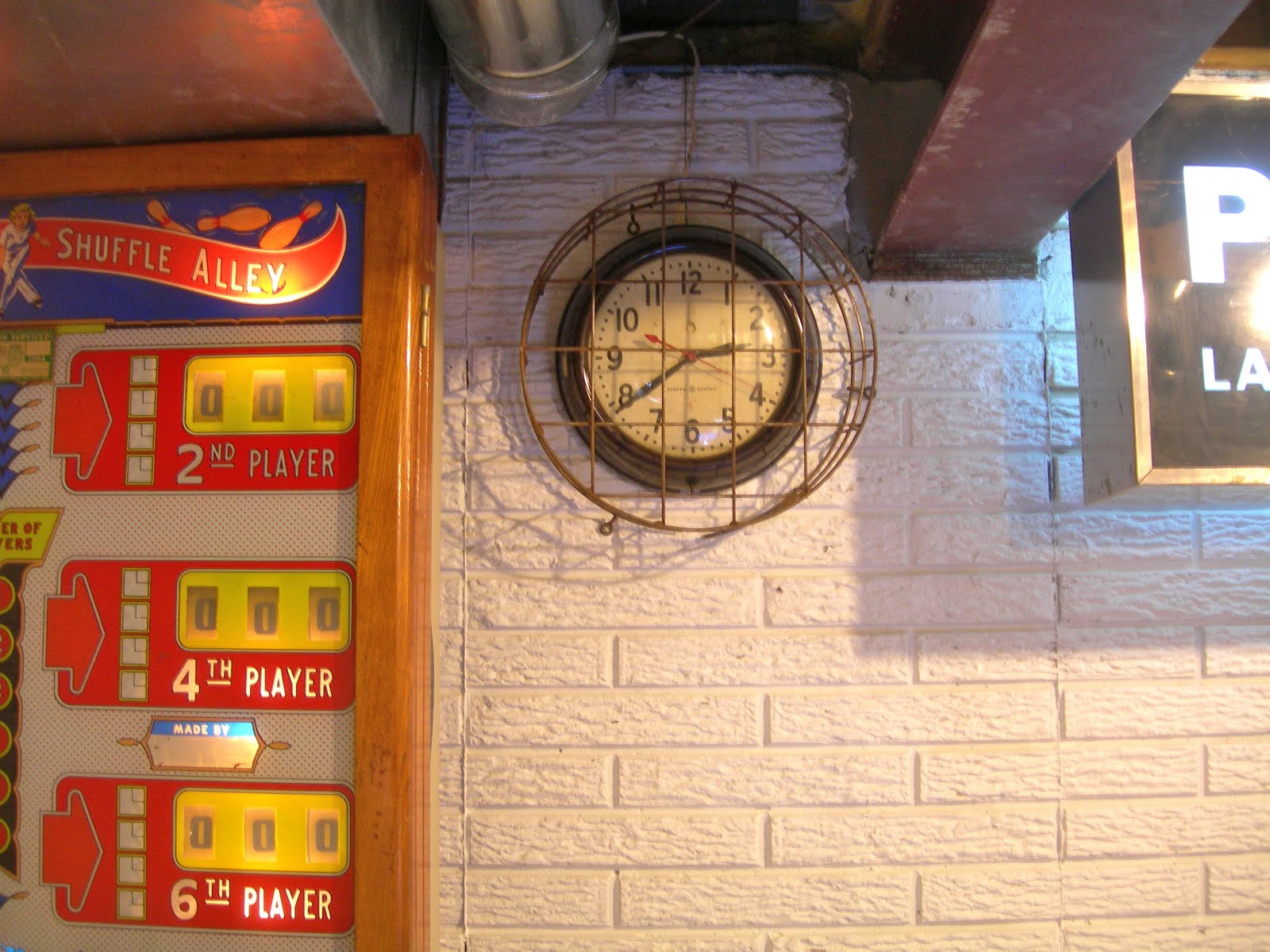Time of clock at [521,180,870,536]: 2:39
